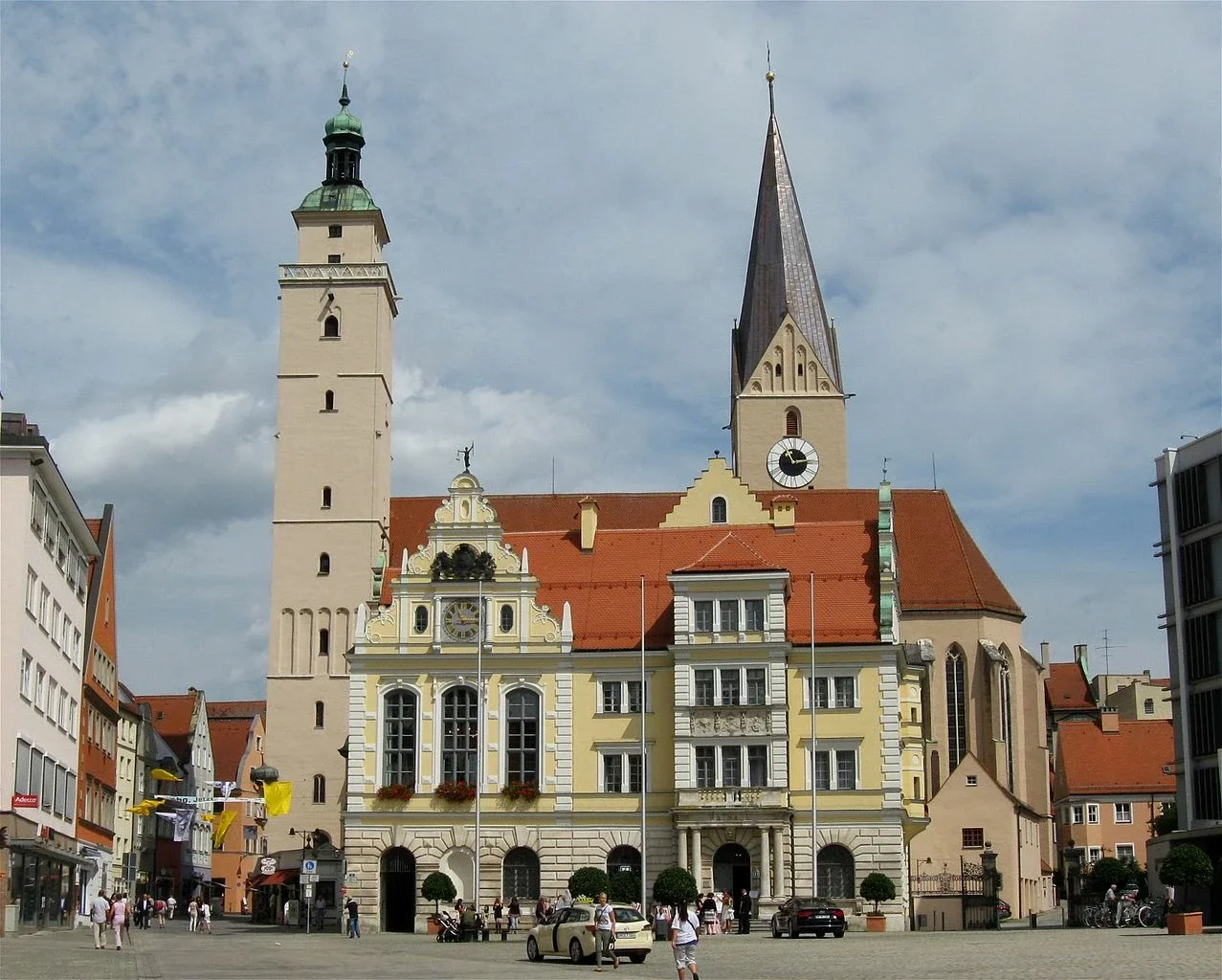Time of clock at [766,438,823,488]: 11:13
